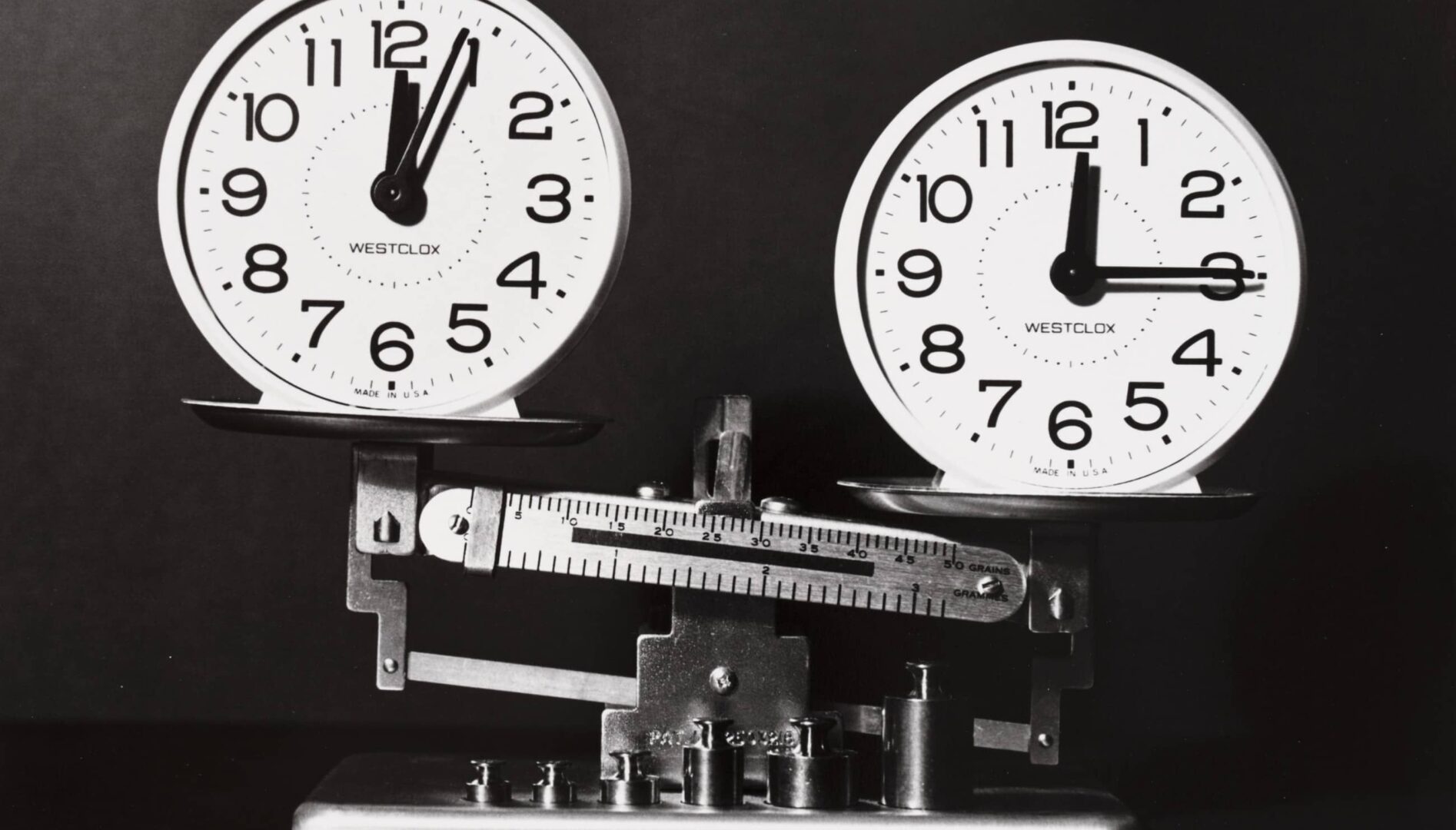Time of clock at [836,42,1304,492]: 12:14
